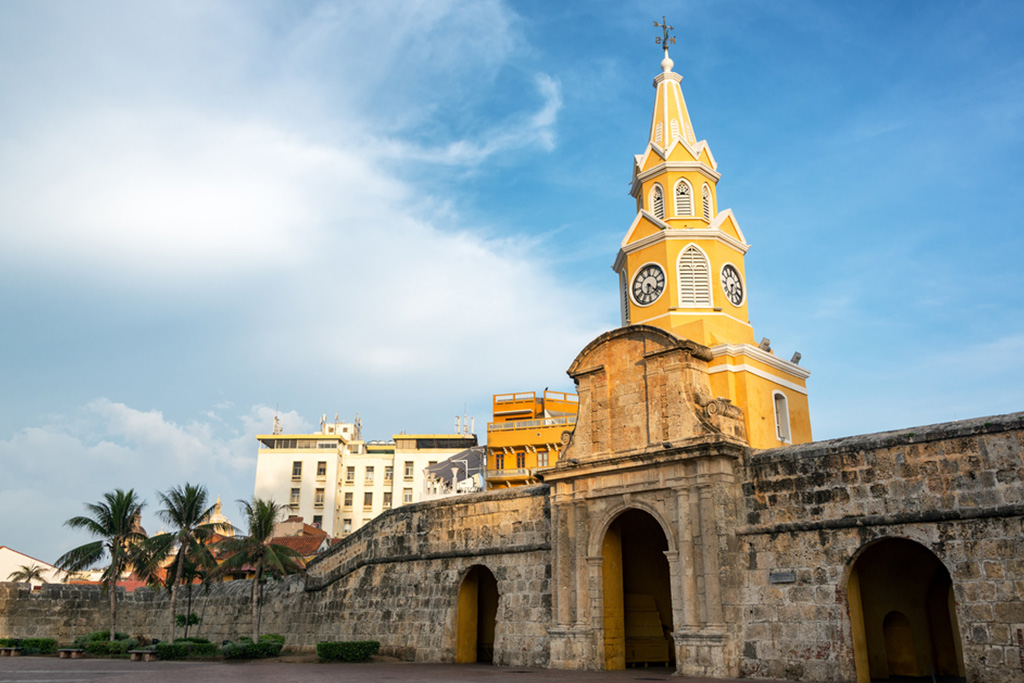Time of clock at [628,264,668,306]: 6:22
